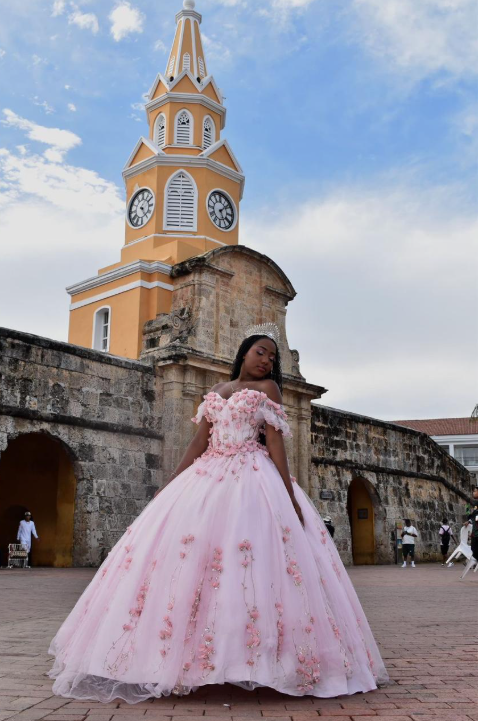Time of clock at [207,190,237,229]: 5:08
